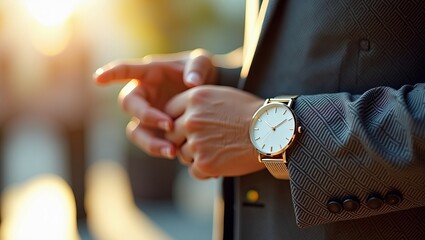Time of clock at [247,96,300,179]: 2:09
